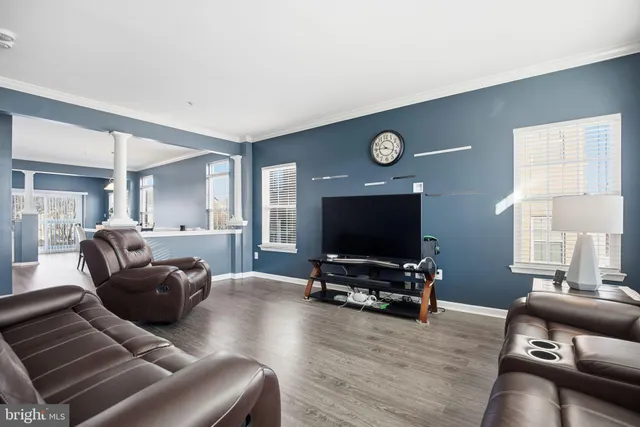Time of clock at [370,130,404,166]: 3:45
